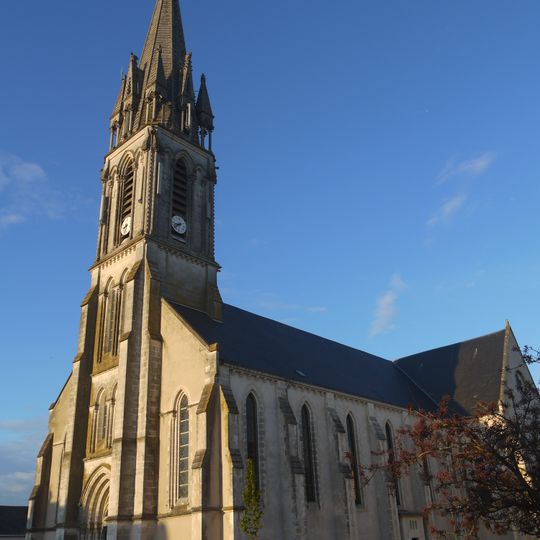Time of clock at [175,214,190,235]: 8:38
